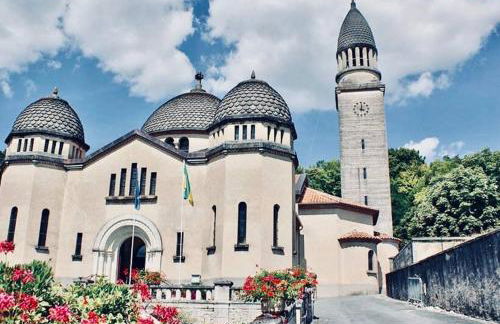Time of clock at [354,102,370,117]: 4:01
